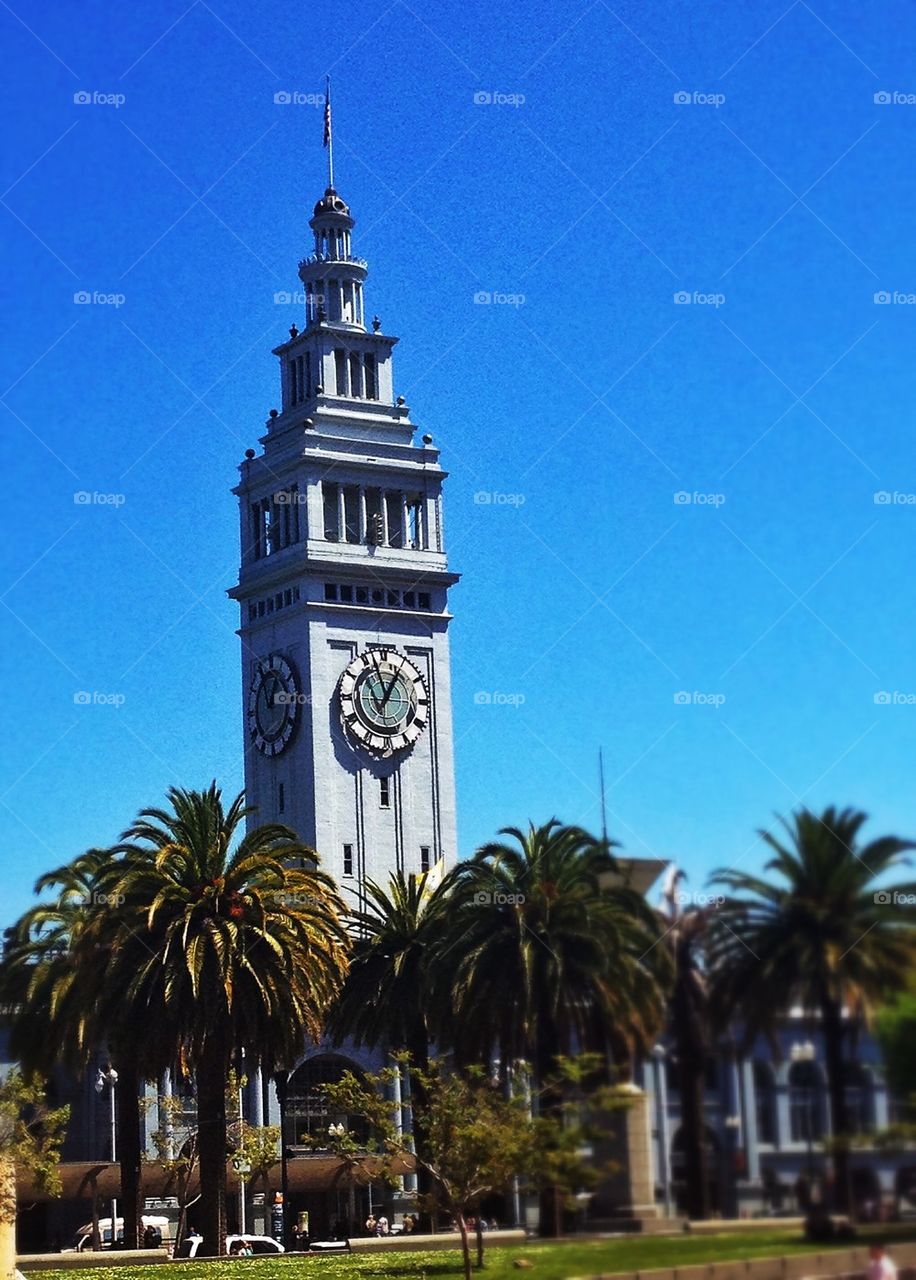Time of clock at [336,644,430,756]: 12:57
